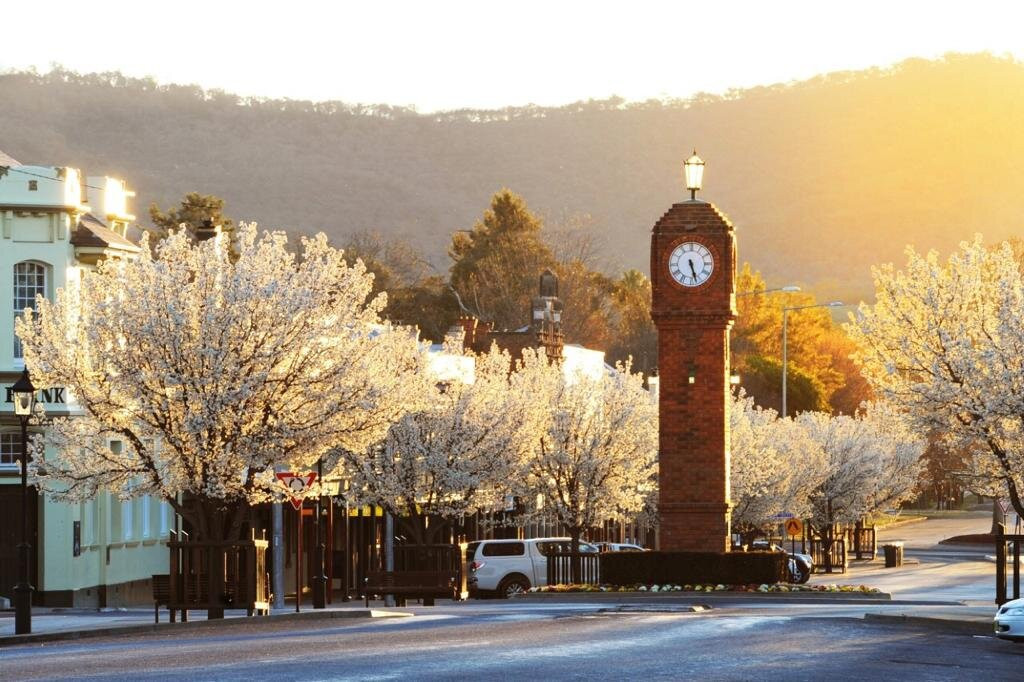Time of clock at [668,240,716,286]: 5:27
